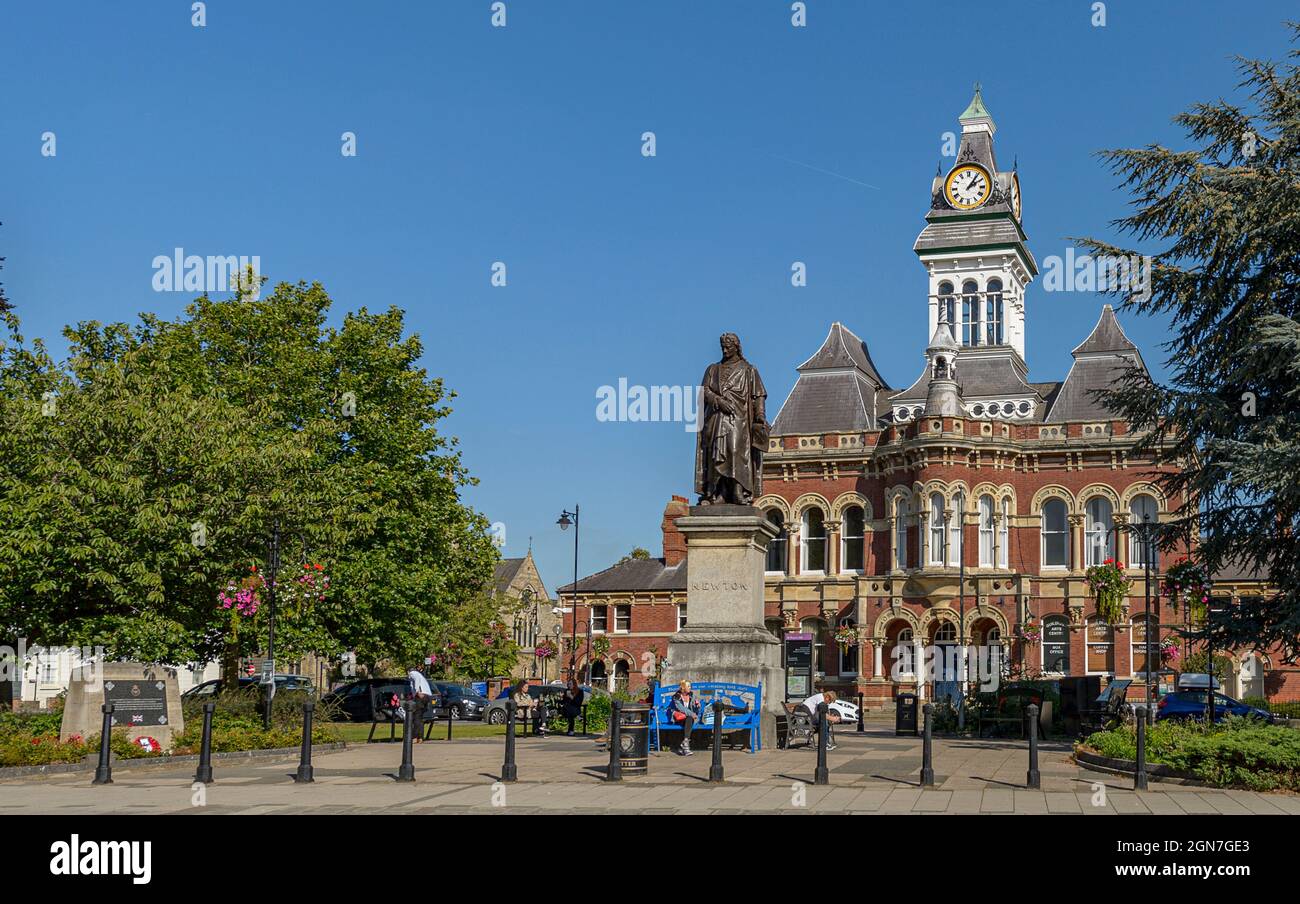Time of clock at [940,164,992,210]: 2:06
